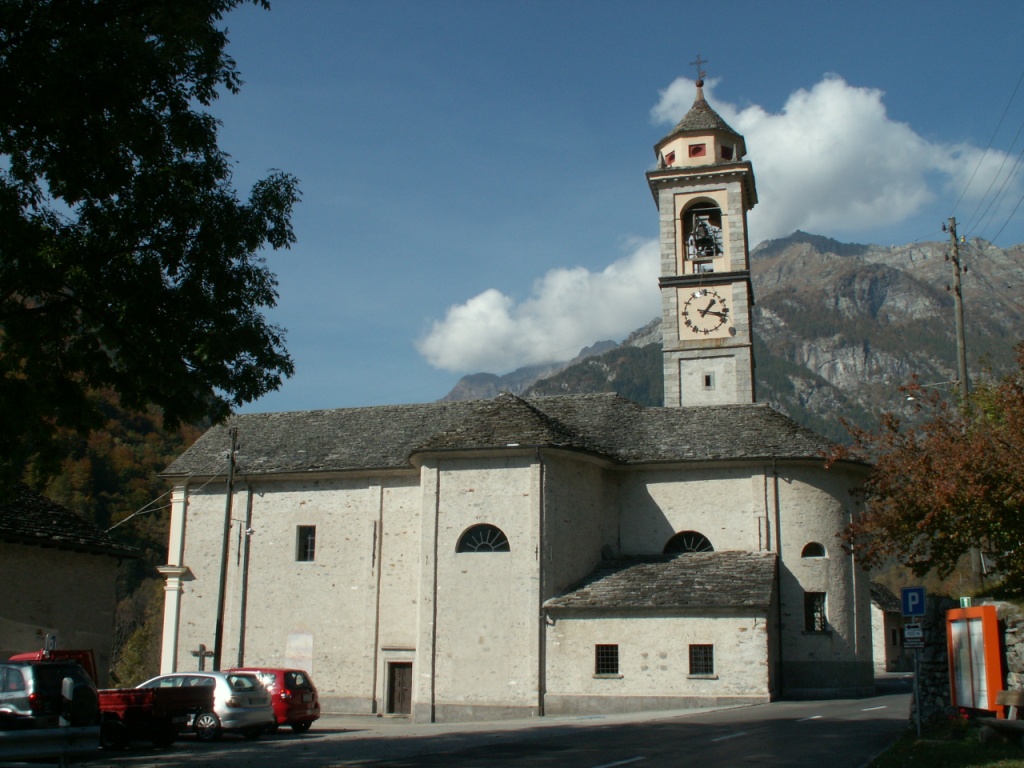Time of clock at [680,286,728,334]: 1:17
